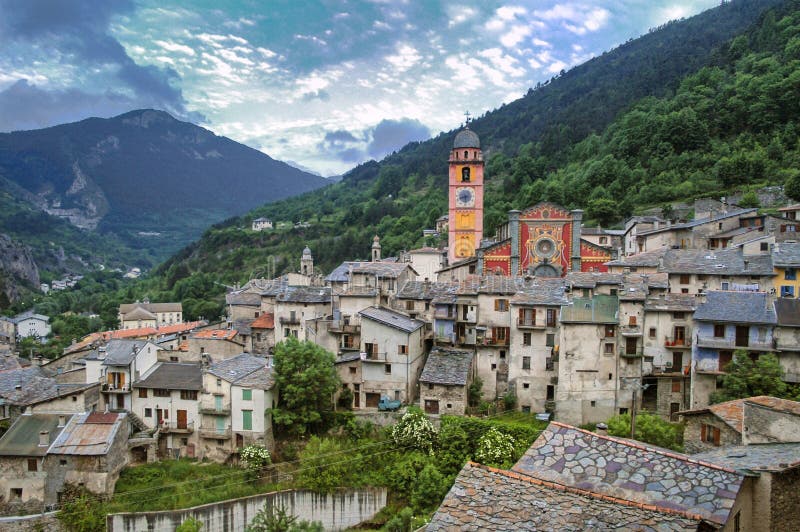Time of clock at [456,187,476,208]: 8:29
